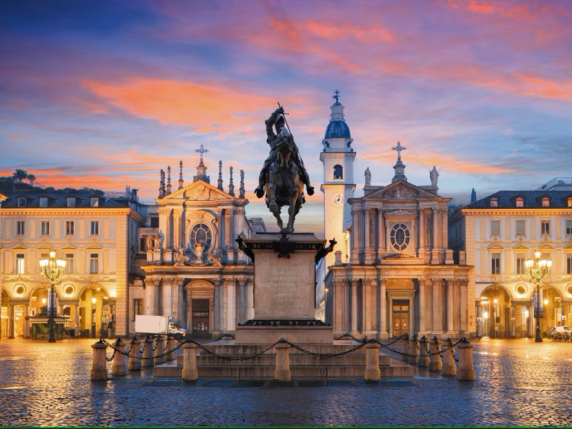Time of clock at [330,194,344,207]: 8:02
